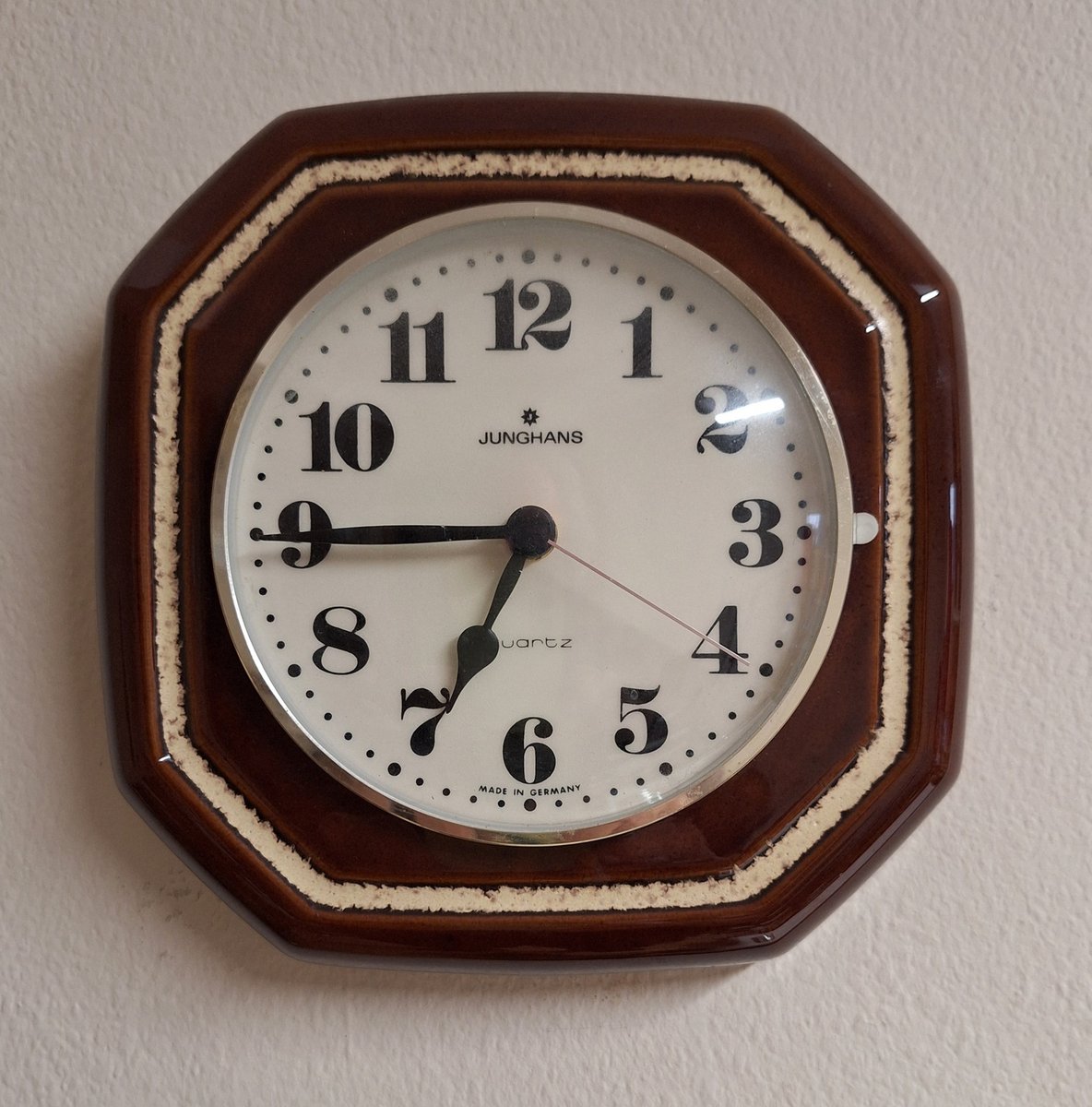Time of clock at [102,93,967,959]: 6:44
